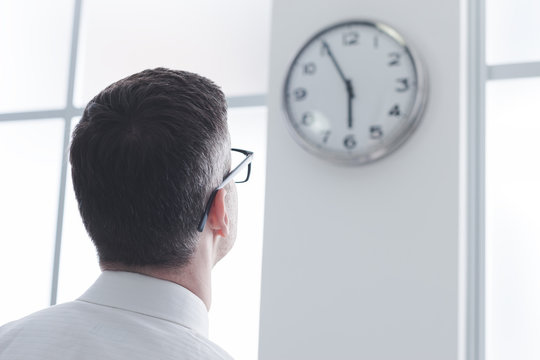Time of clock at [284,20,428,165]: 5:55
